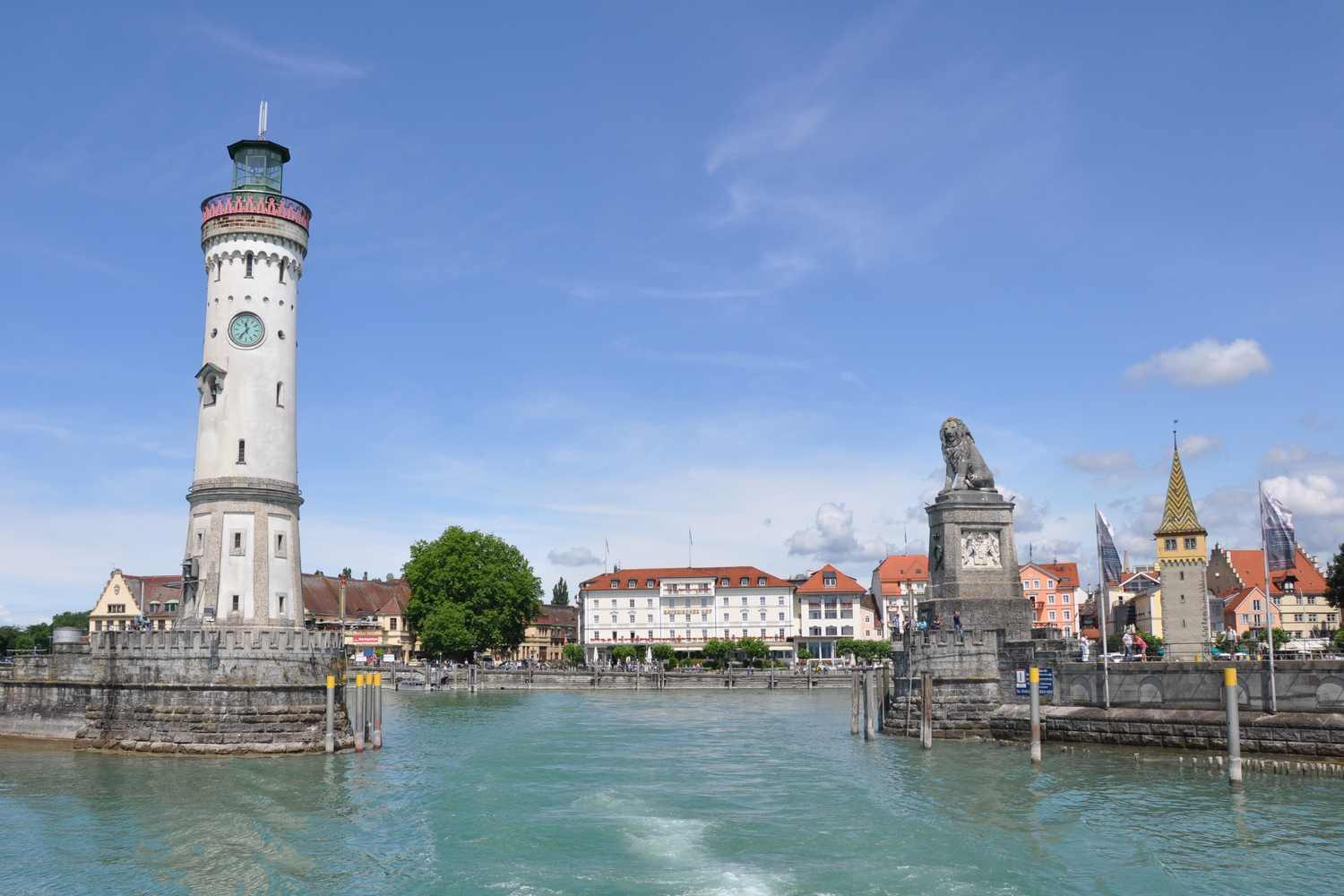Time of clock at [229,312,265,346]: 11:36
